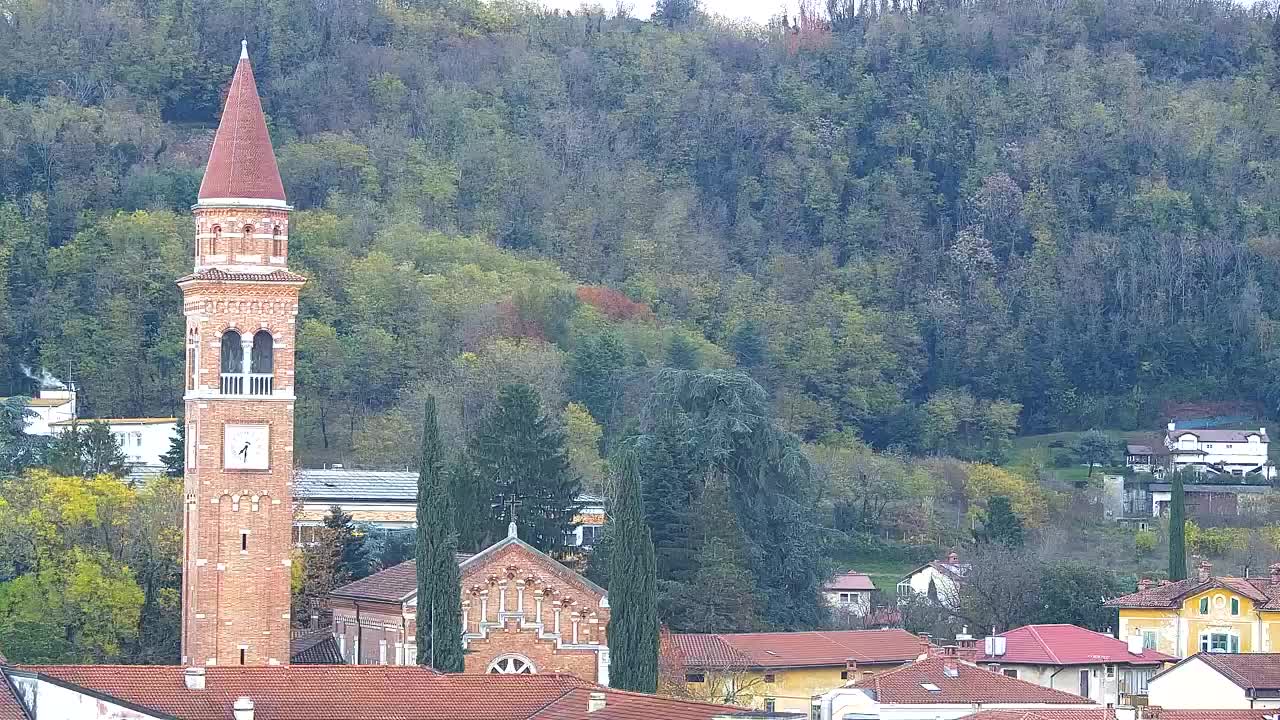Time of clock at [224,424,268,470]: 7:31
